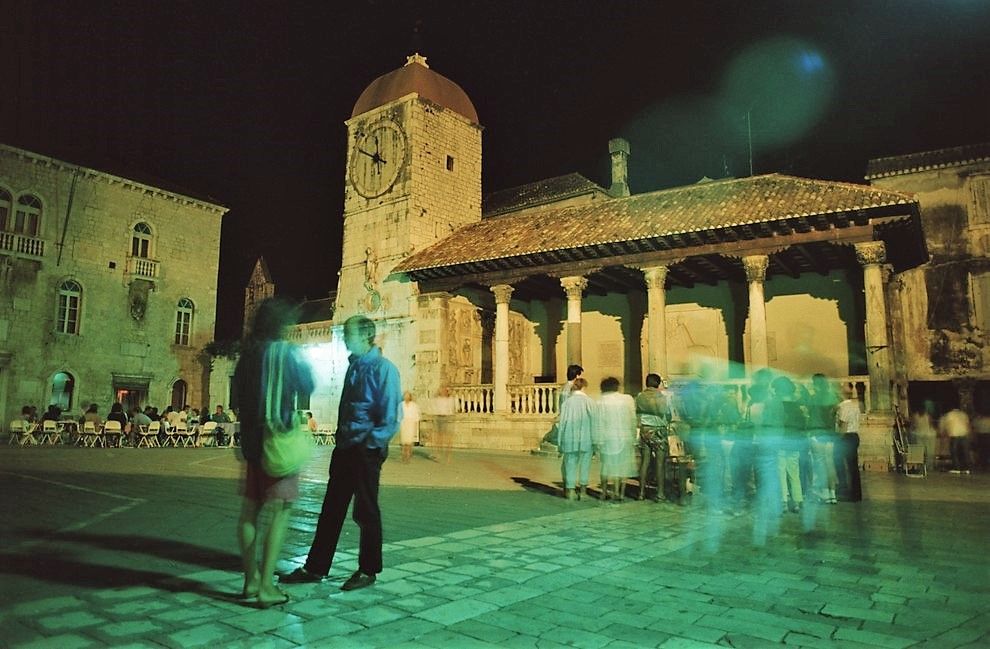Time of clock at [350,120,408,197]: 11:49
